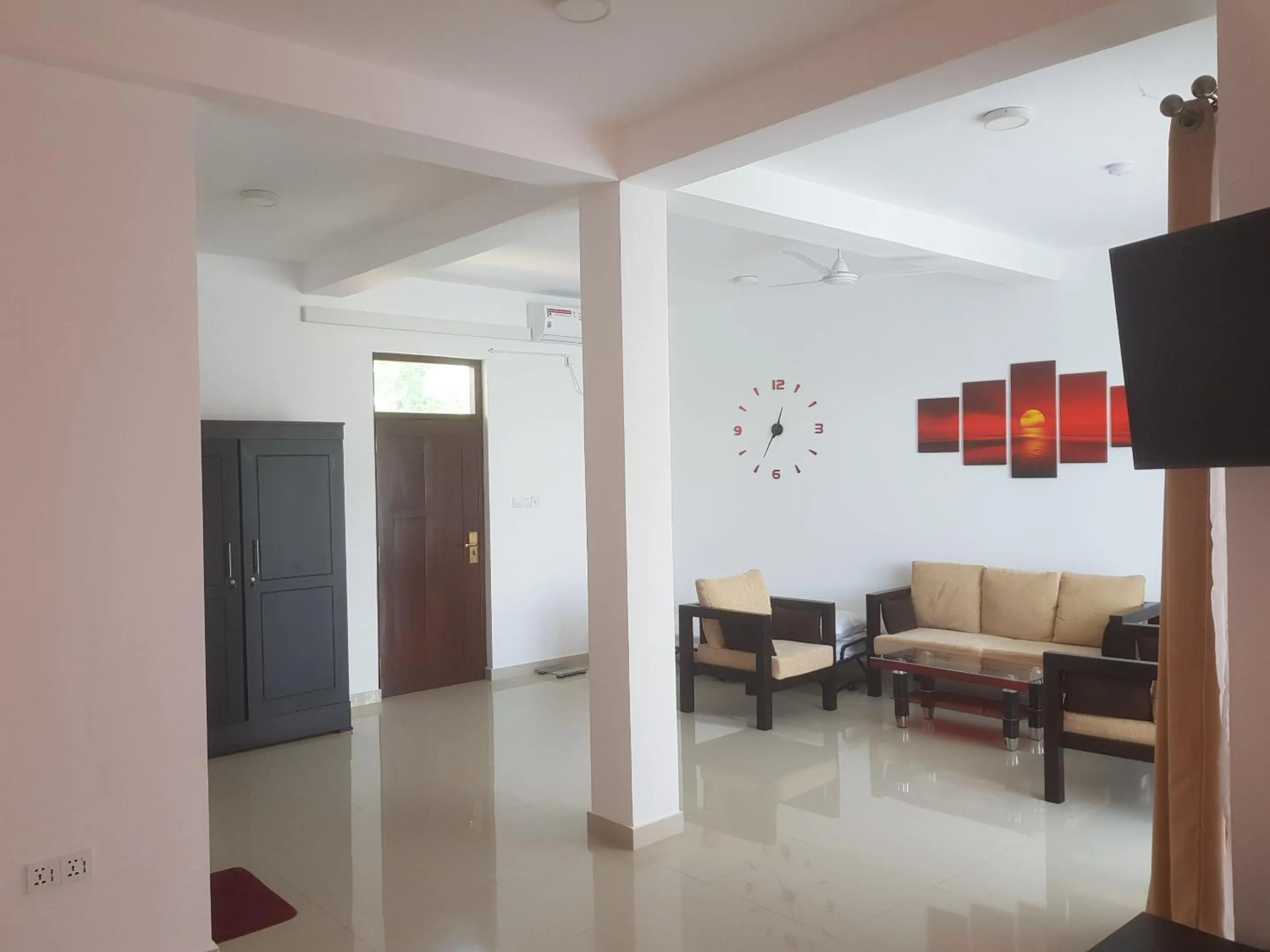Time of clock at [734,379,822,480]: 12:34
